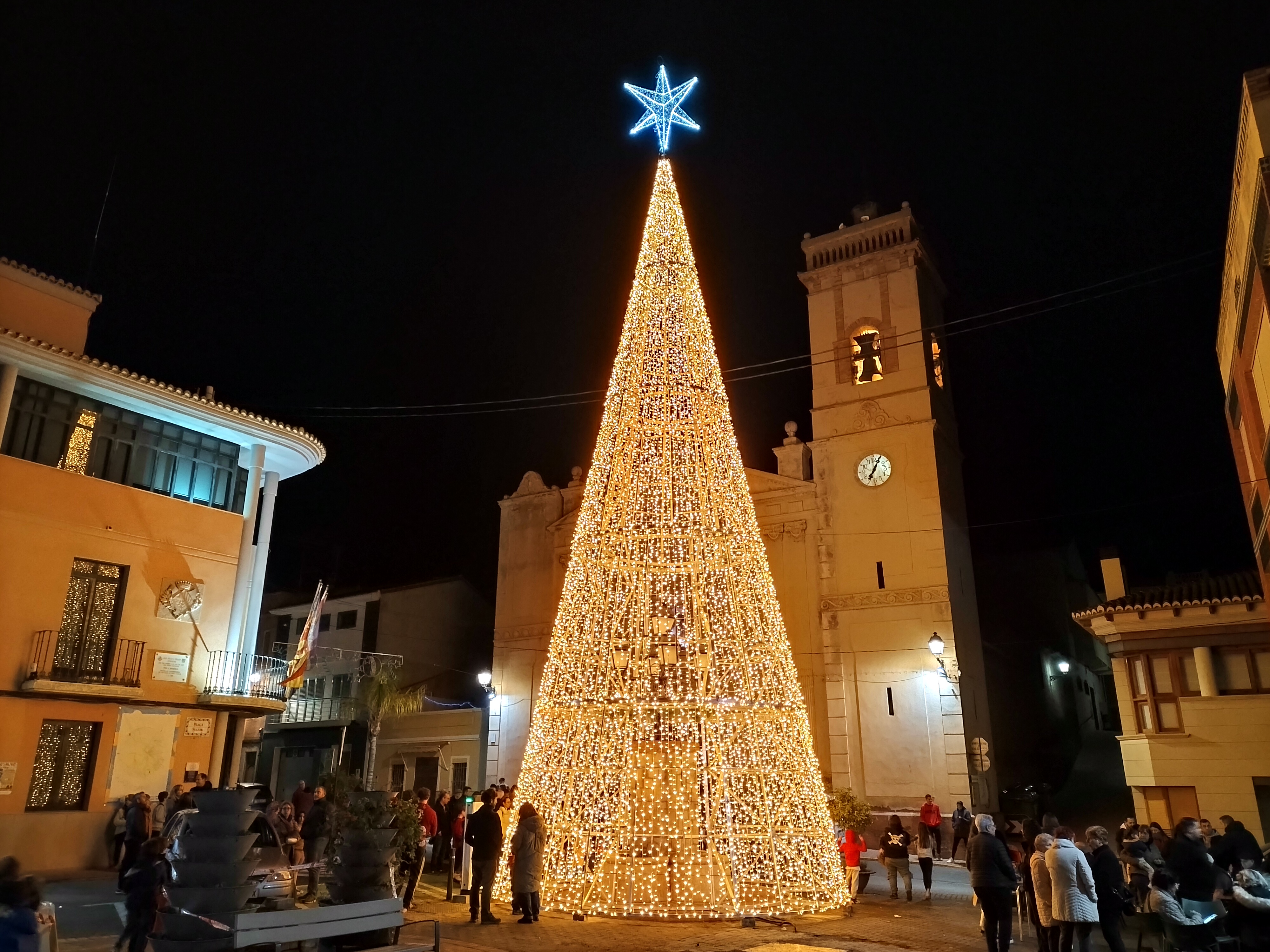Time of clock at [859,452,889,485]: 7:04
